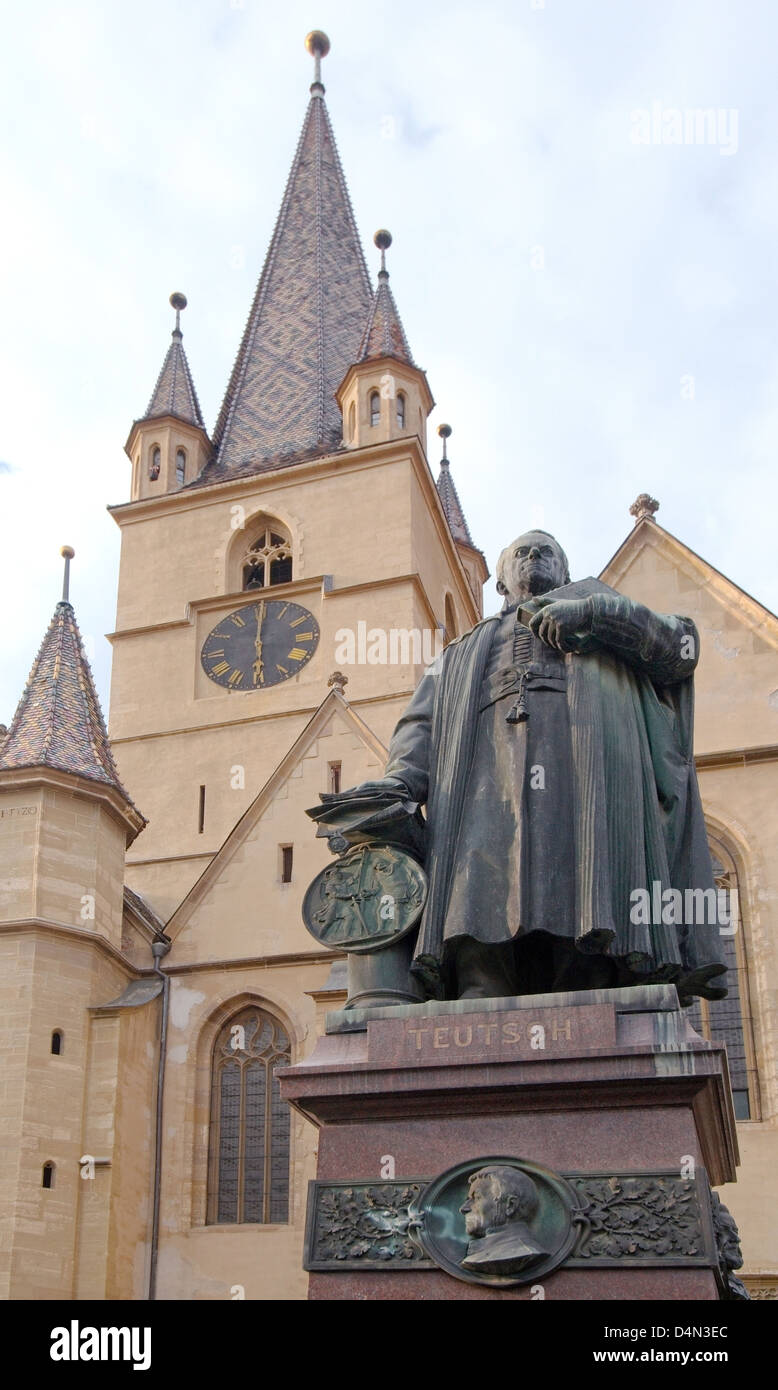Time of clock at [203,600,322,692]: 6:00
